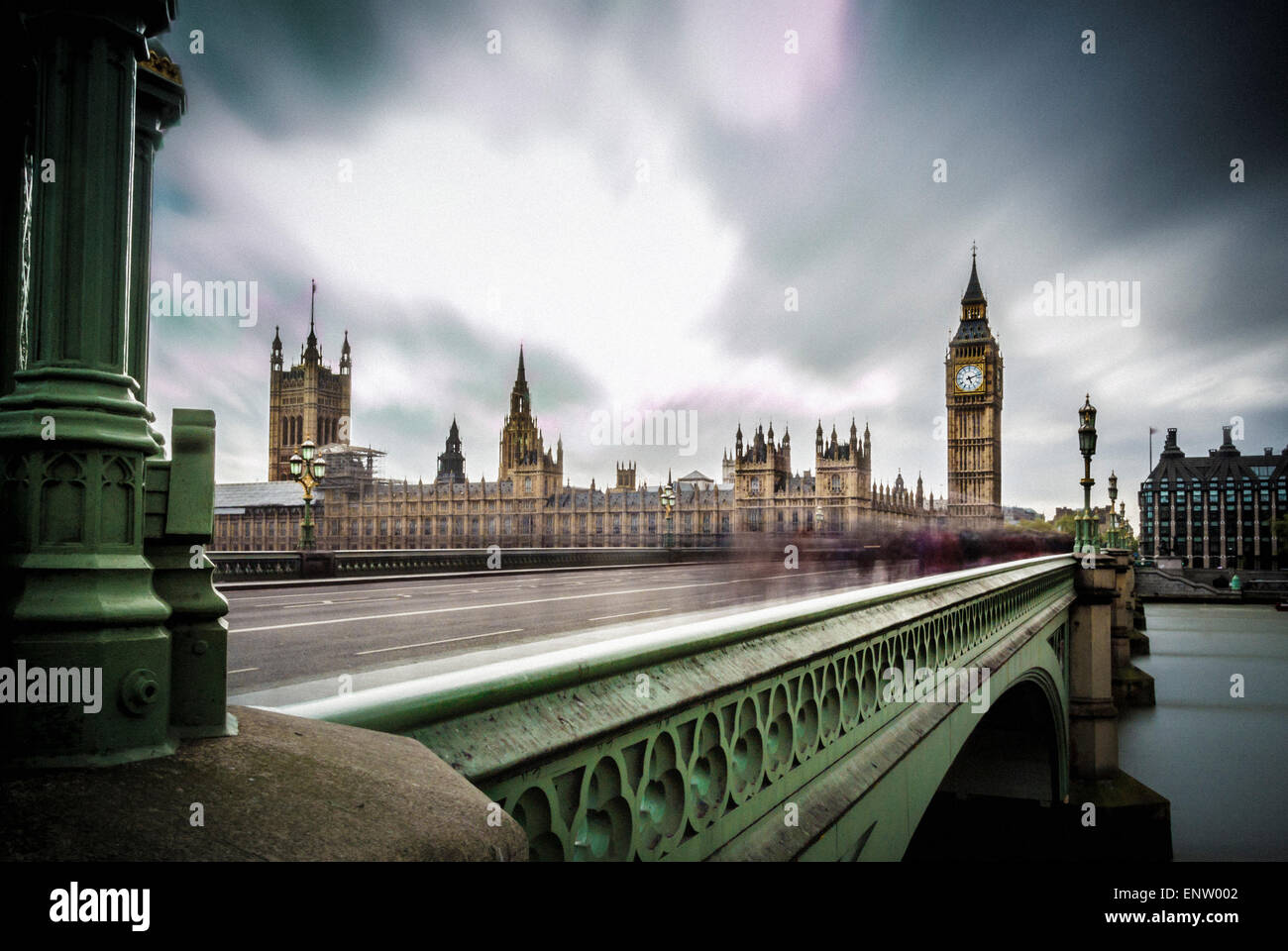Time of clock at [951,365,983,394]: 5:11
